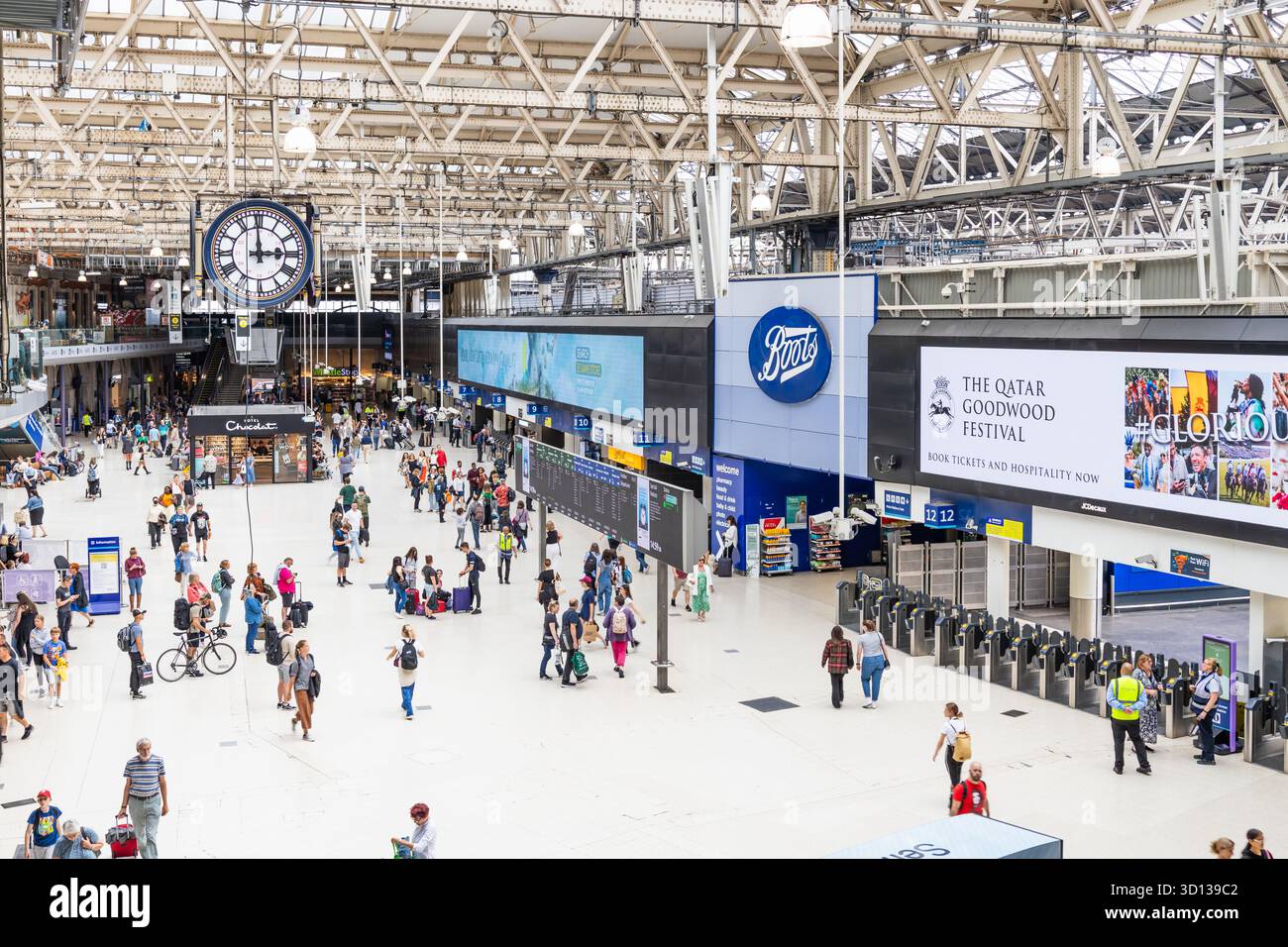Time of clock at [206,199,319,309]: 2:59
